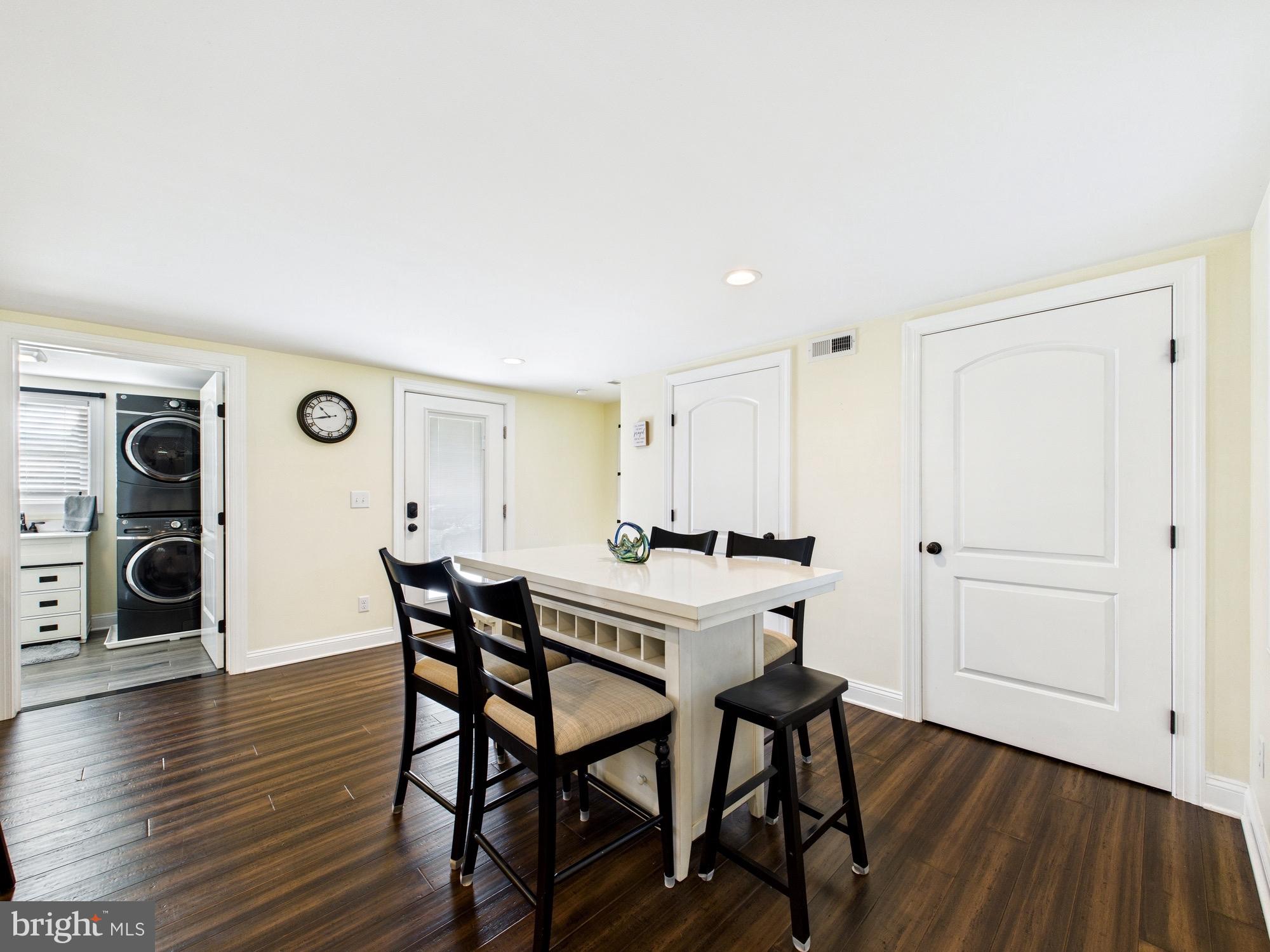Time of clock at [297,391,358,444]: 10:42
